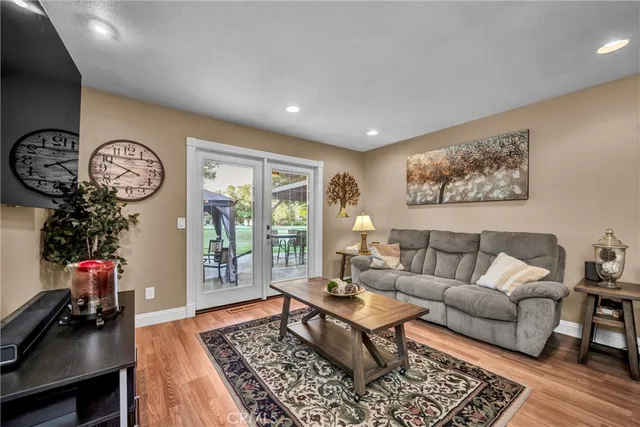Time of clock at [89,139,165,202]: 7:48
